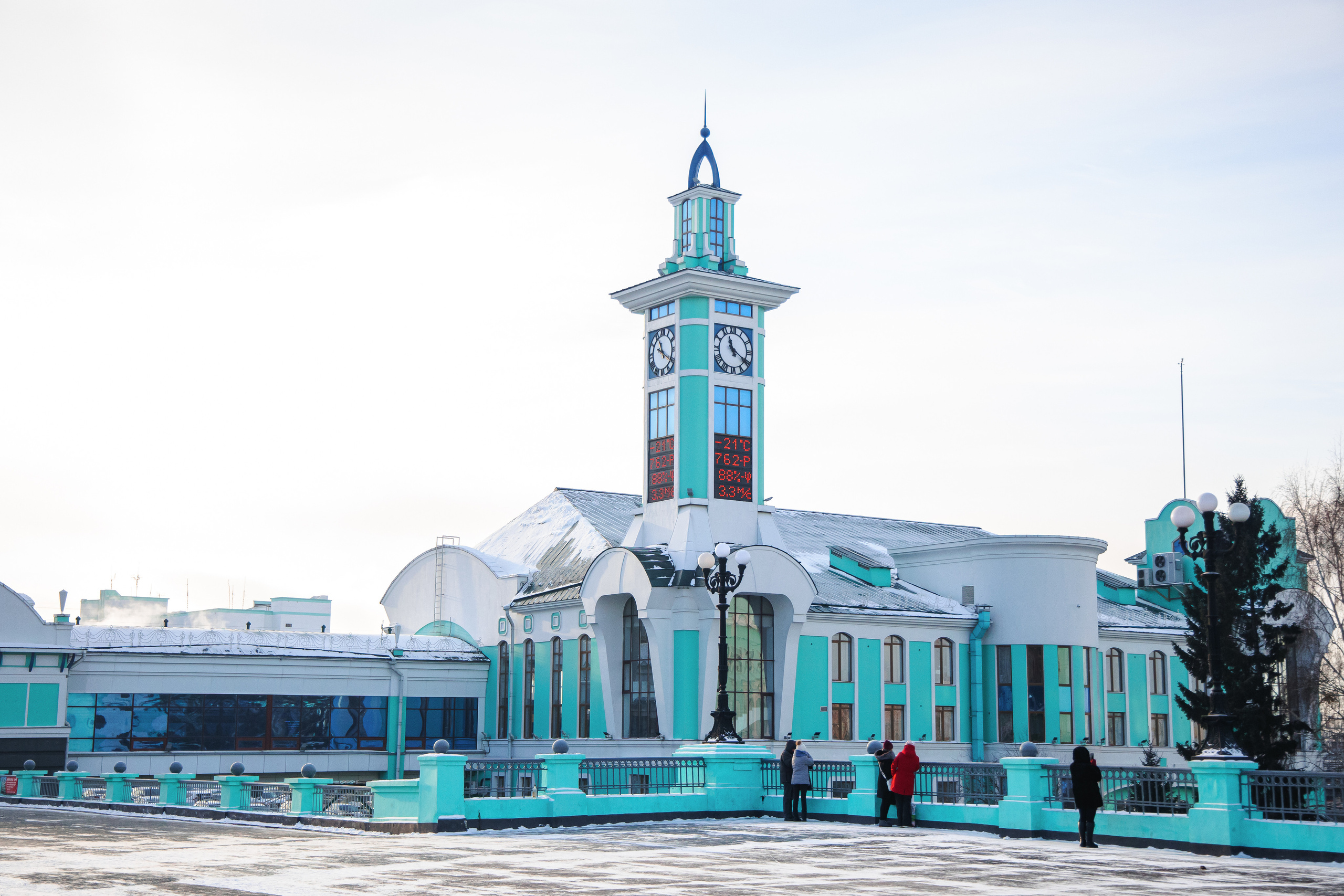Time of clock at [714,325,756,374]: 11:20
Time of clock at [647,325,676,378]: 11:20
